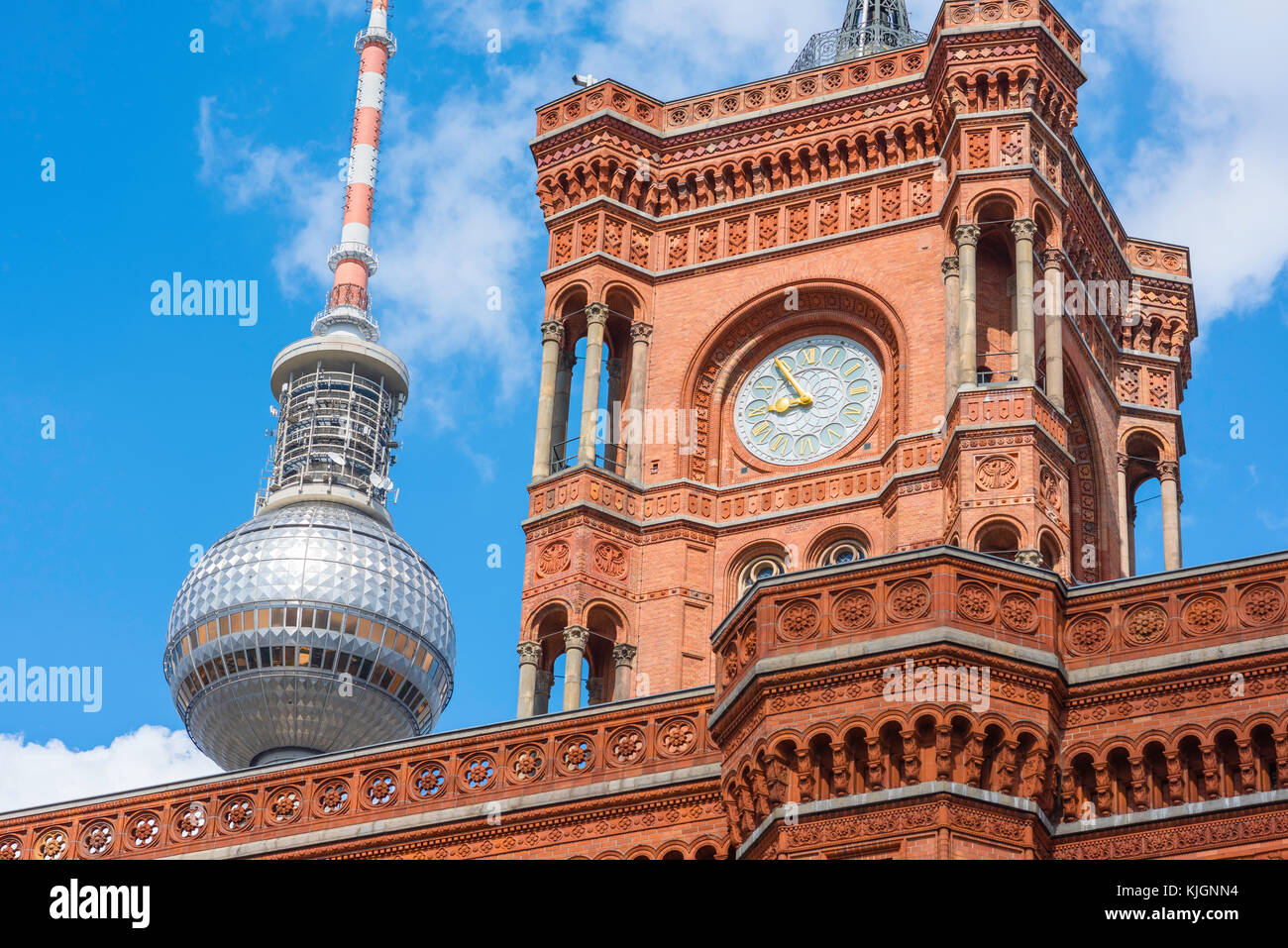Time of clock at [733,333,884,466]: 8:54
